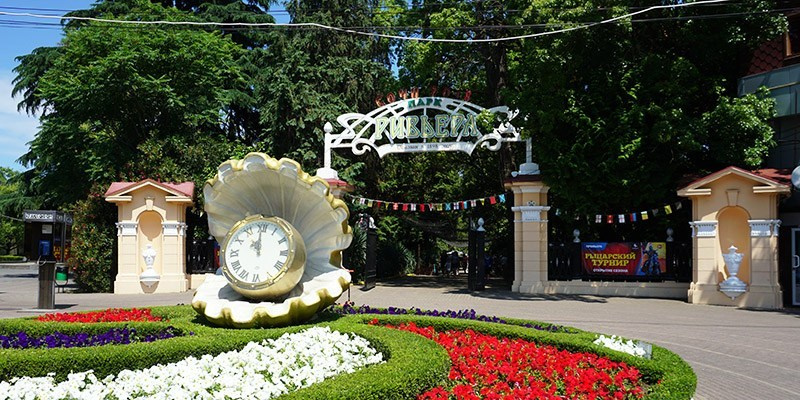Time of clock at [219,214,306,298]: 10:59
